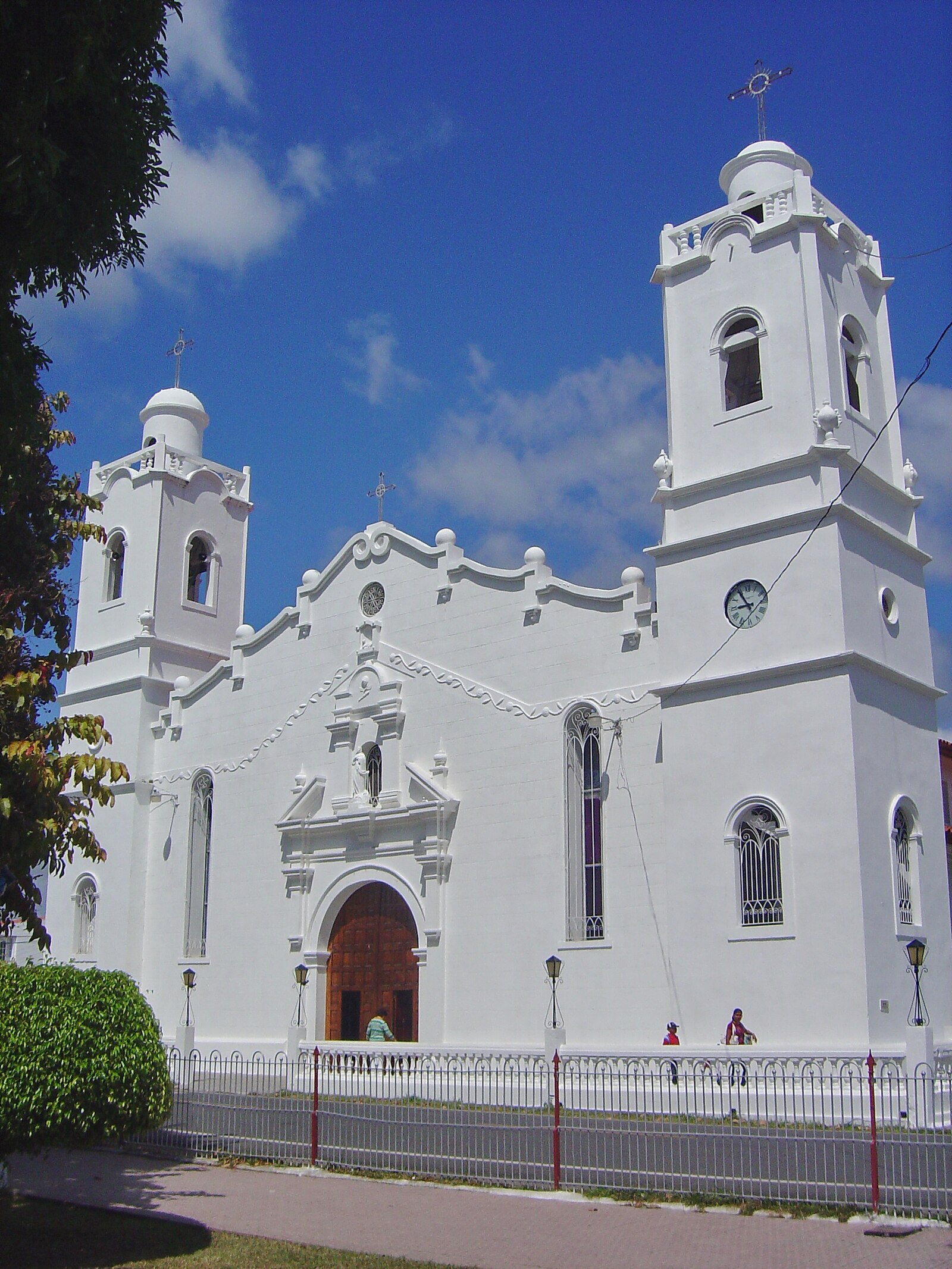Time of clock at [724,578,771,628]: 8:54
